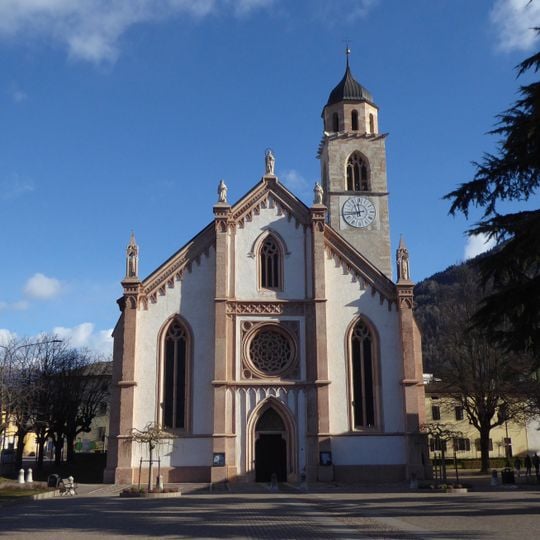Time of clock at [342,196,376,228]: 11:43
